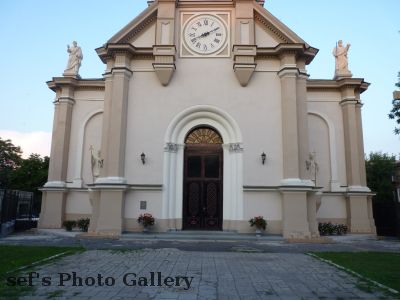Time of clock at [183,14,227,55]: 8:10
